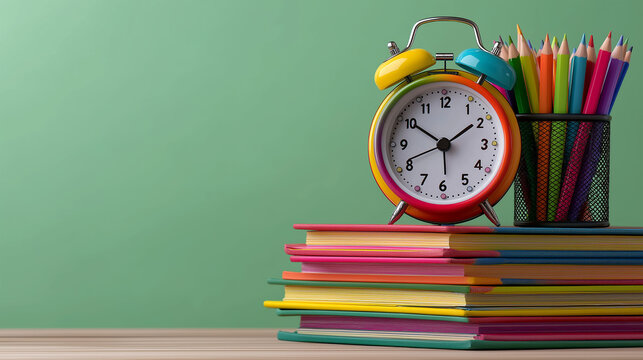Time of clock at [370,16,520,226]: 1:50
